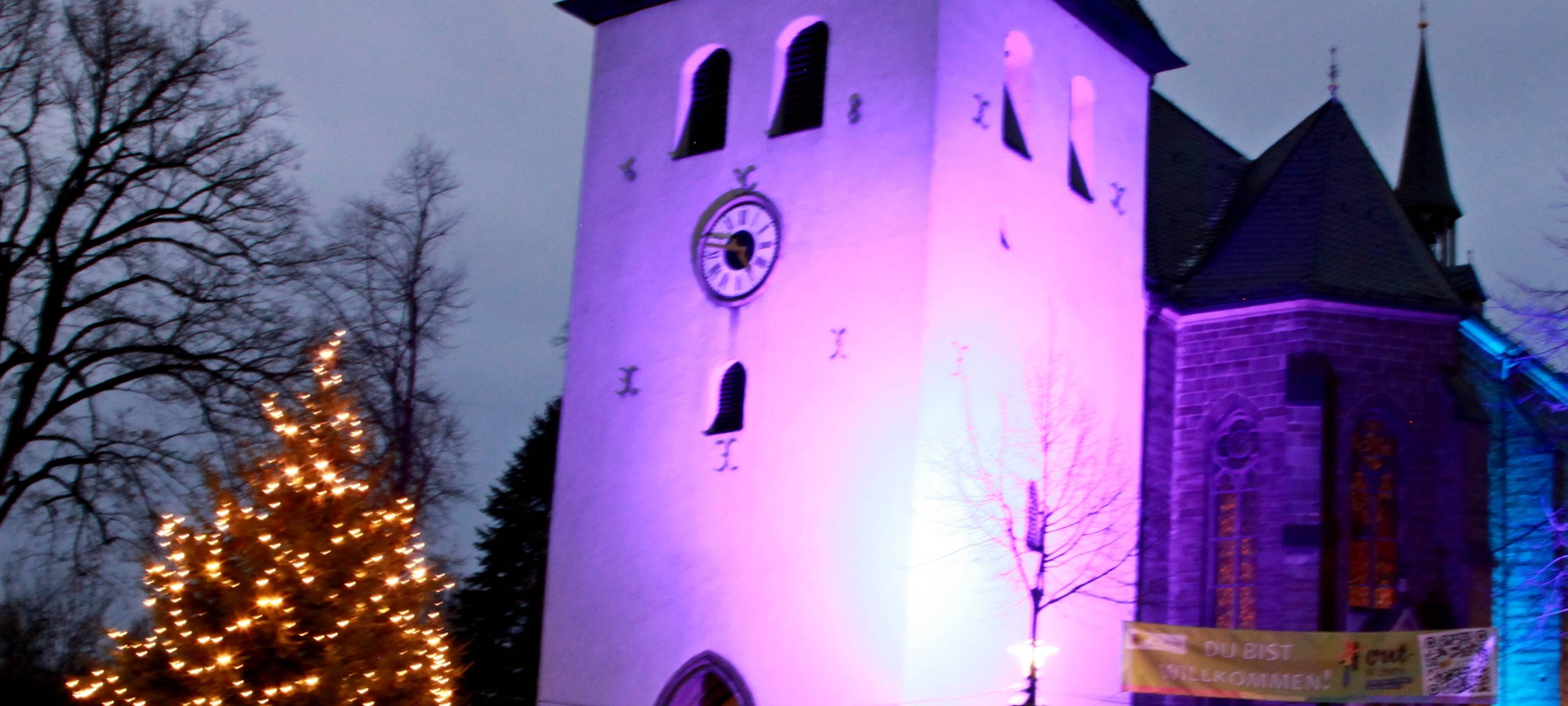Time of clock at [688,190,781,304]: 4:47
